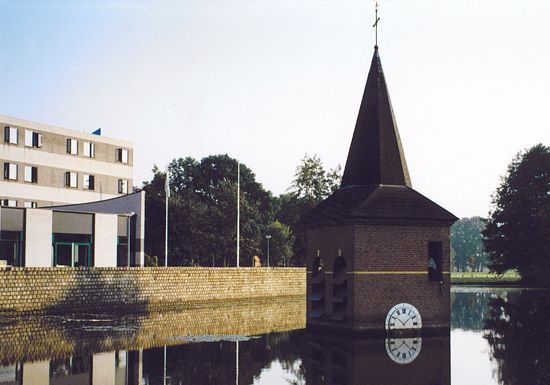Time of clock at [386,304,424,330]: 10:08
